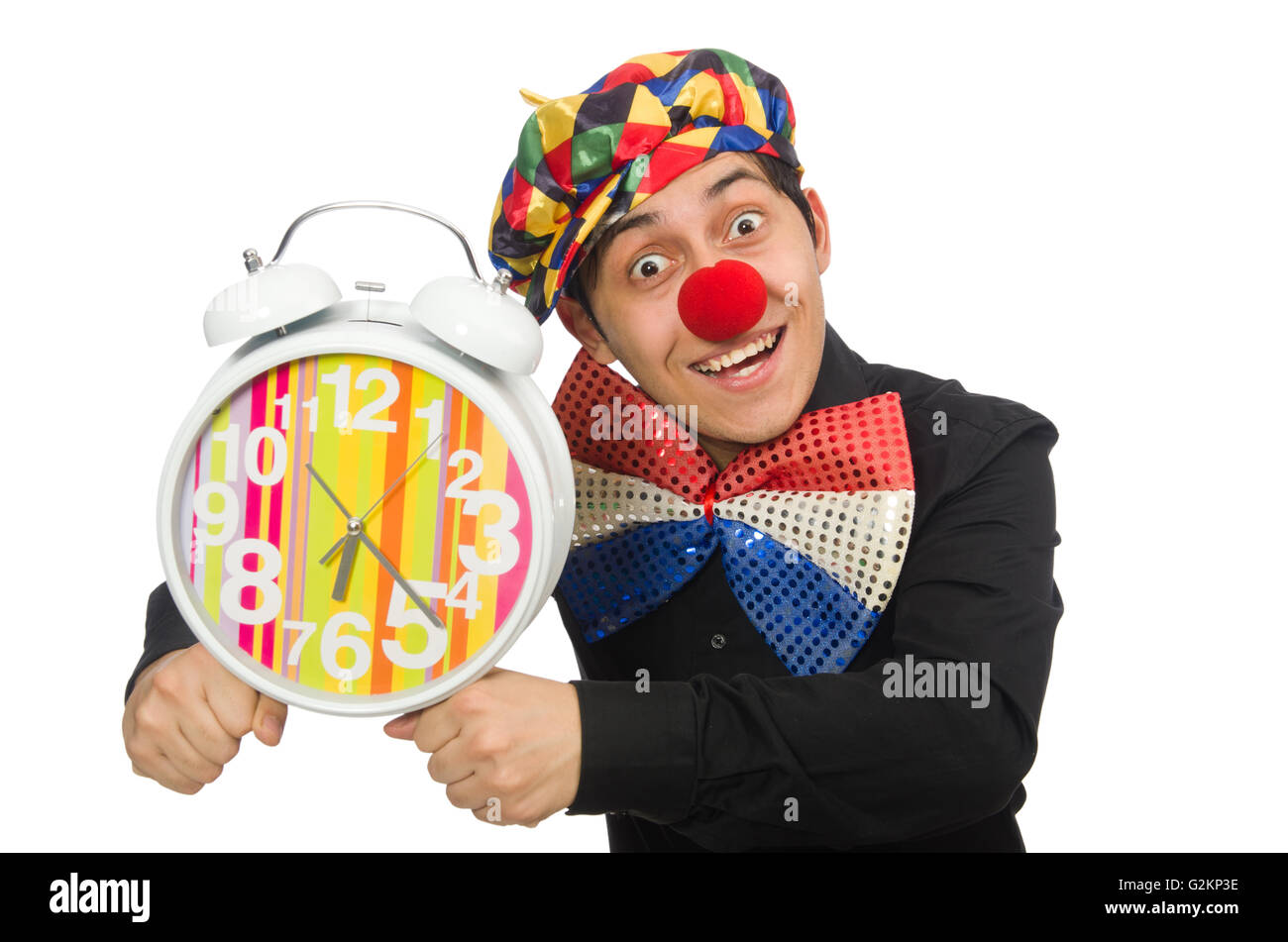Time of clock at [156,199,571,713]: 6:22
